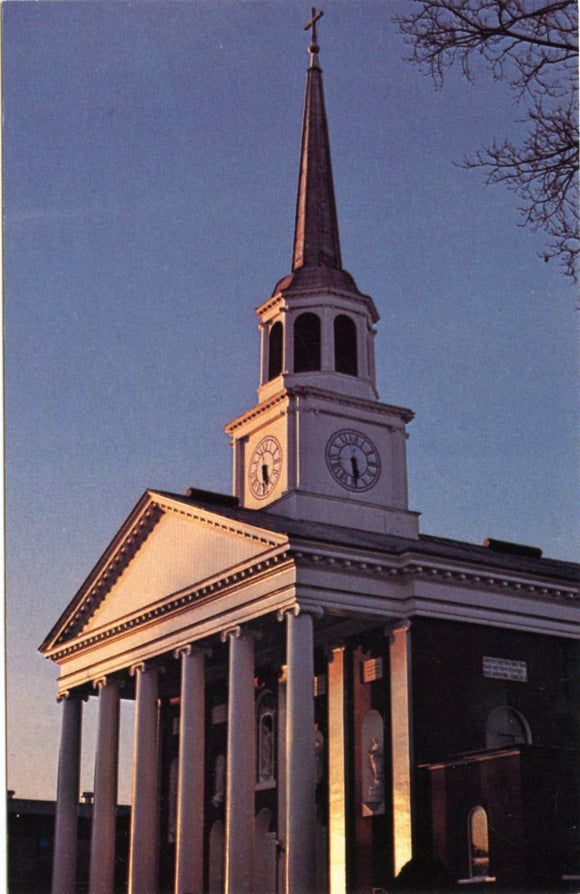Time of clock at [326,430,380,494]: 5:29
